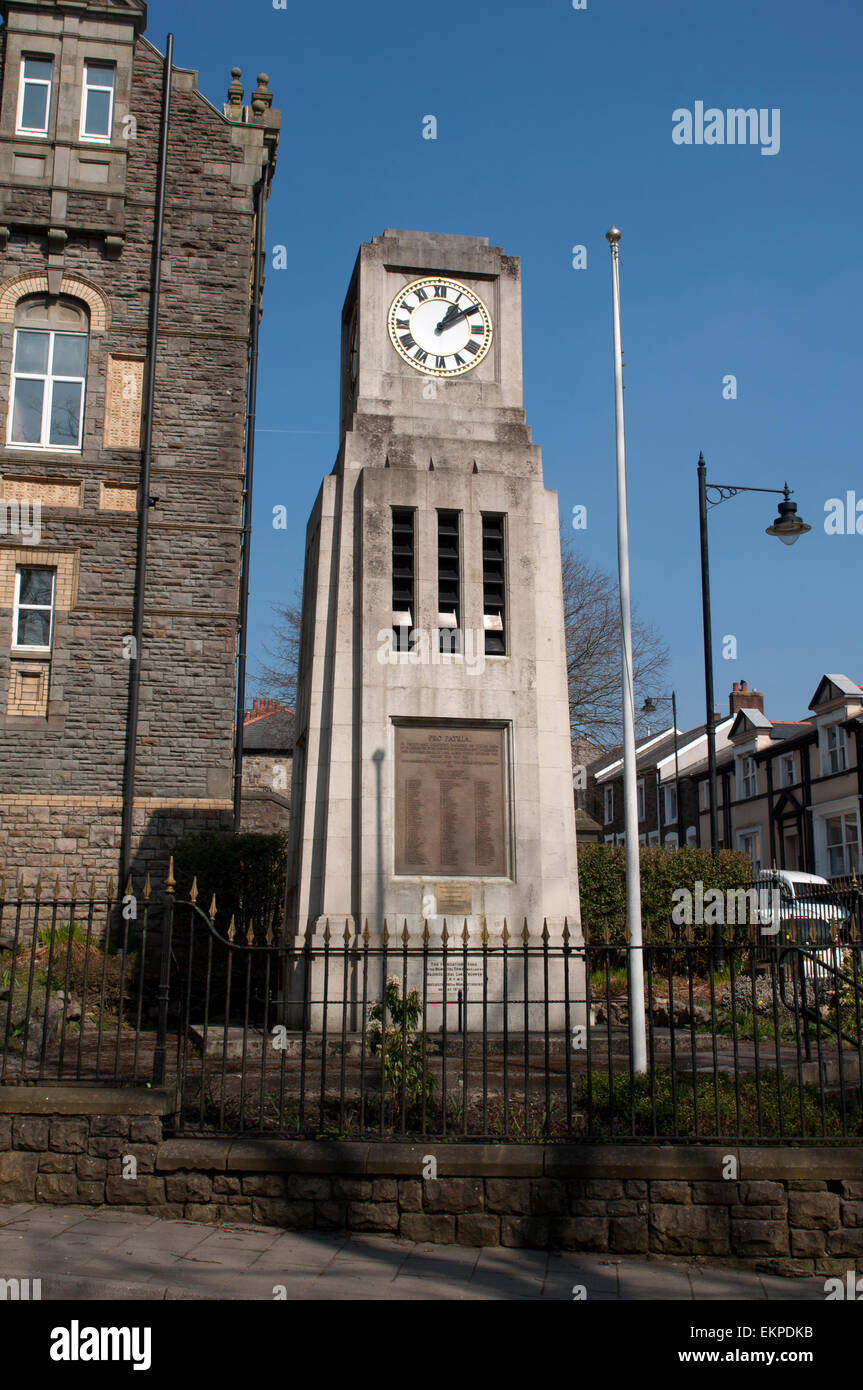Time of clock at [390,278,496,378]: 1:09
